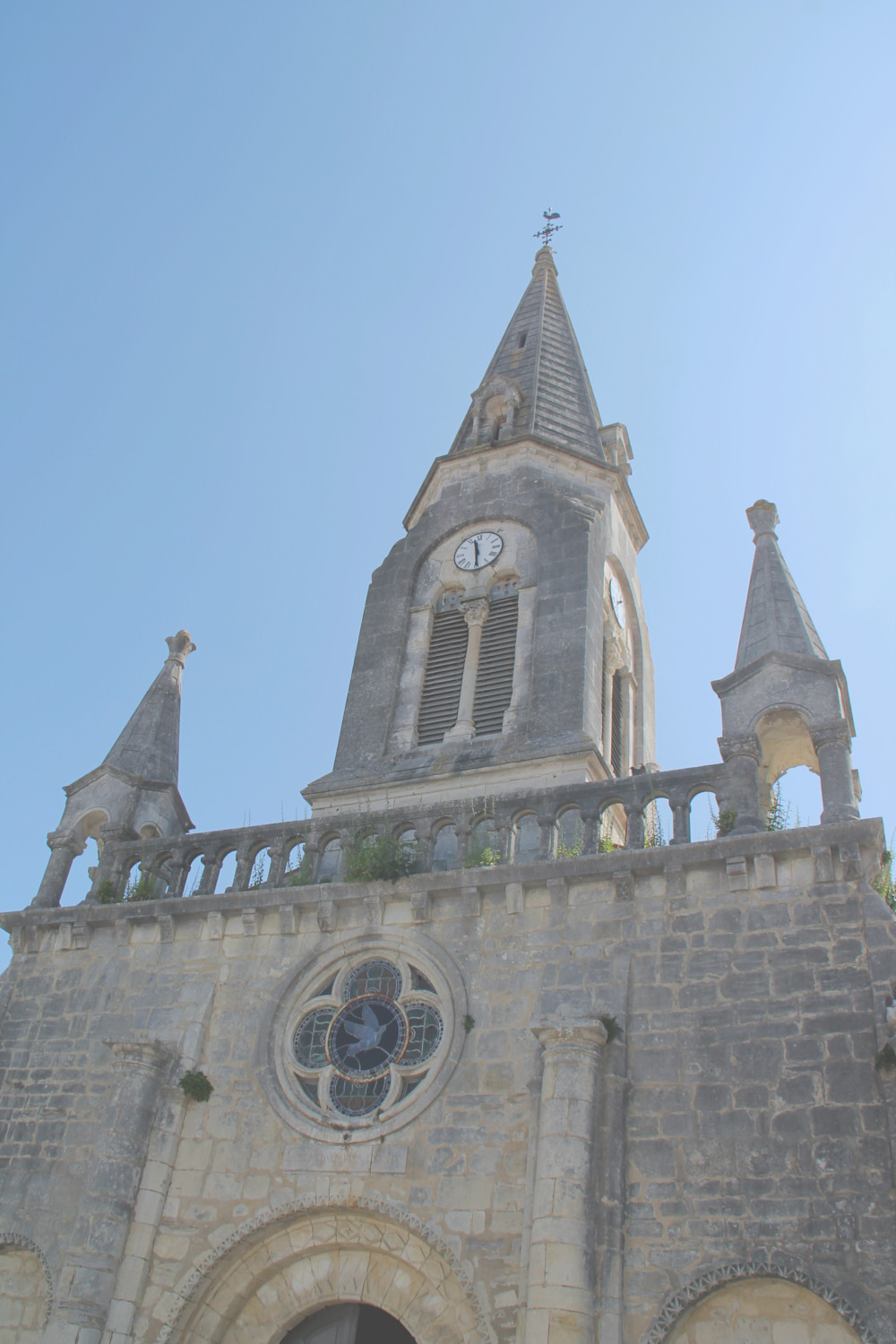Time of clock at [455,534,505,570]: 11:29
